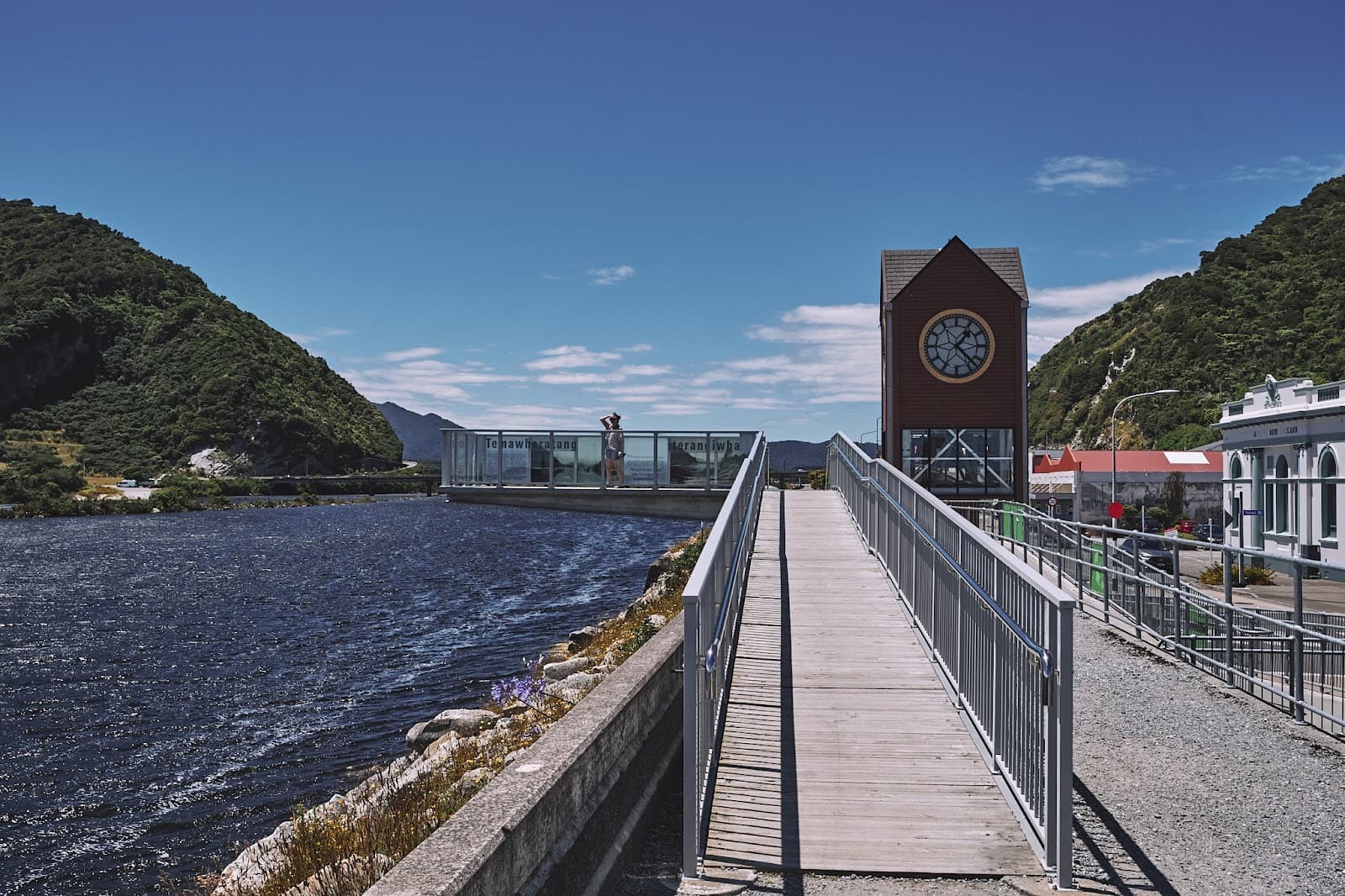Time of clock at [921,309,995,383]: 1:22
